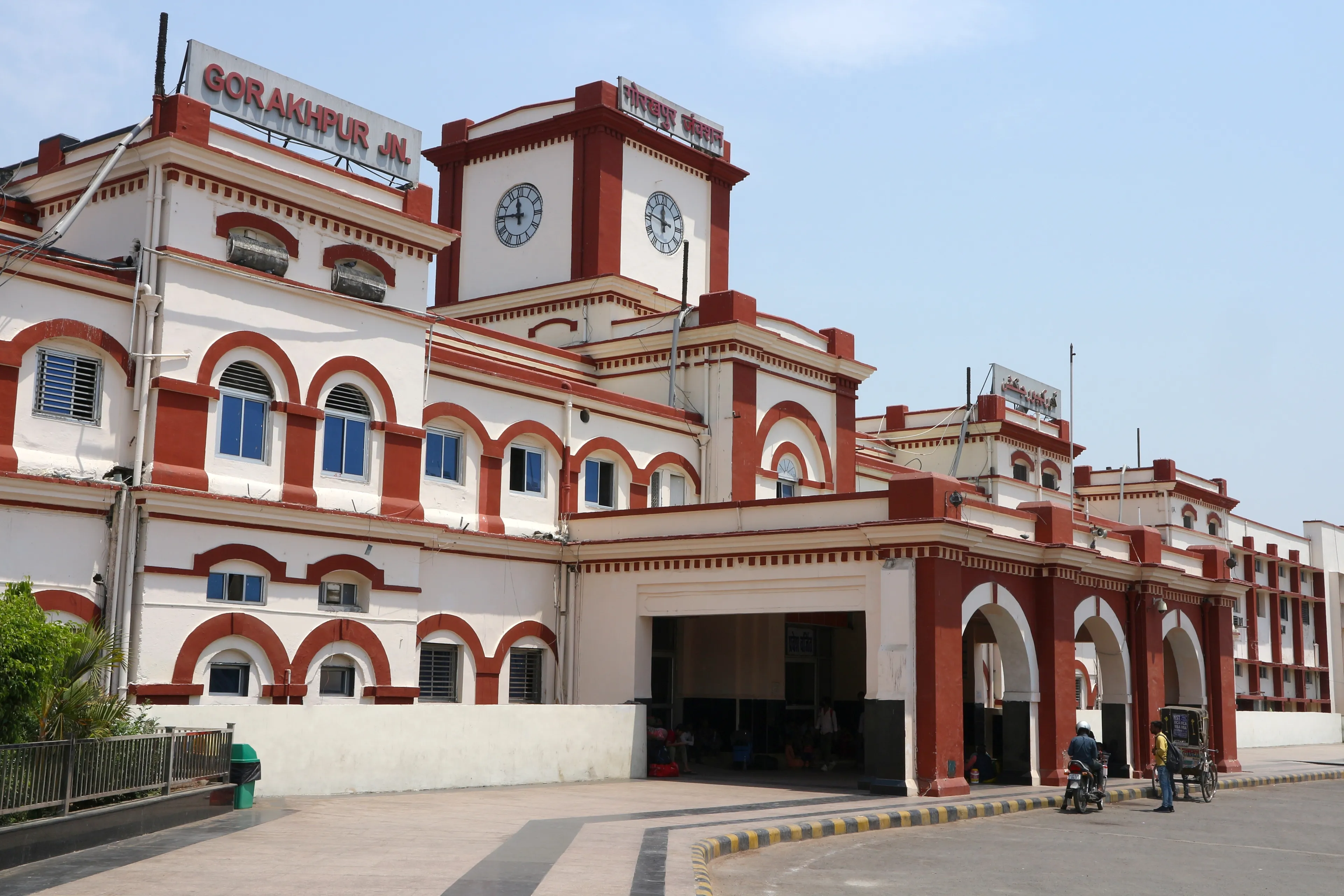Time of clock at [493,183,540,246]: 11:45
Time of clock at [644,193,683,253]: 11:46
